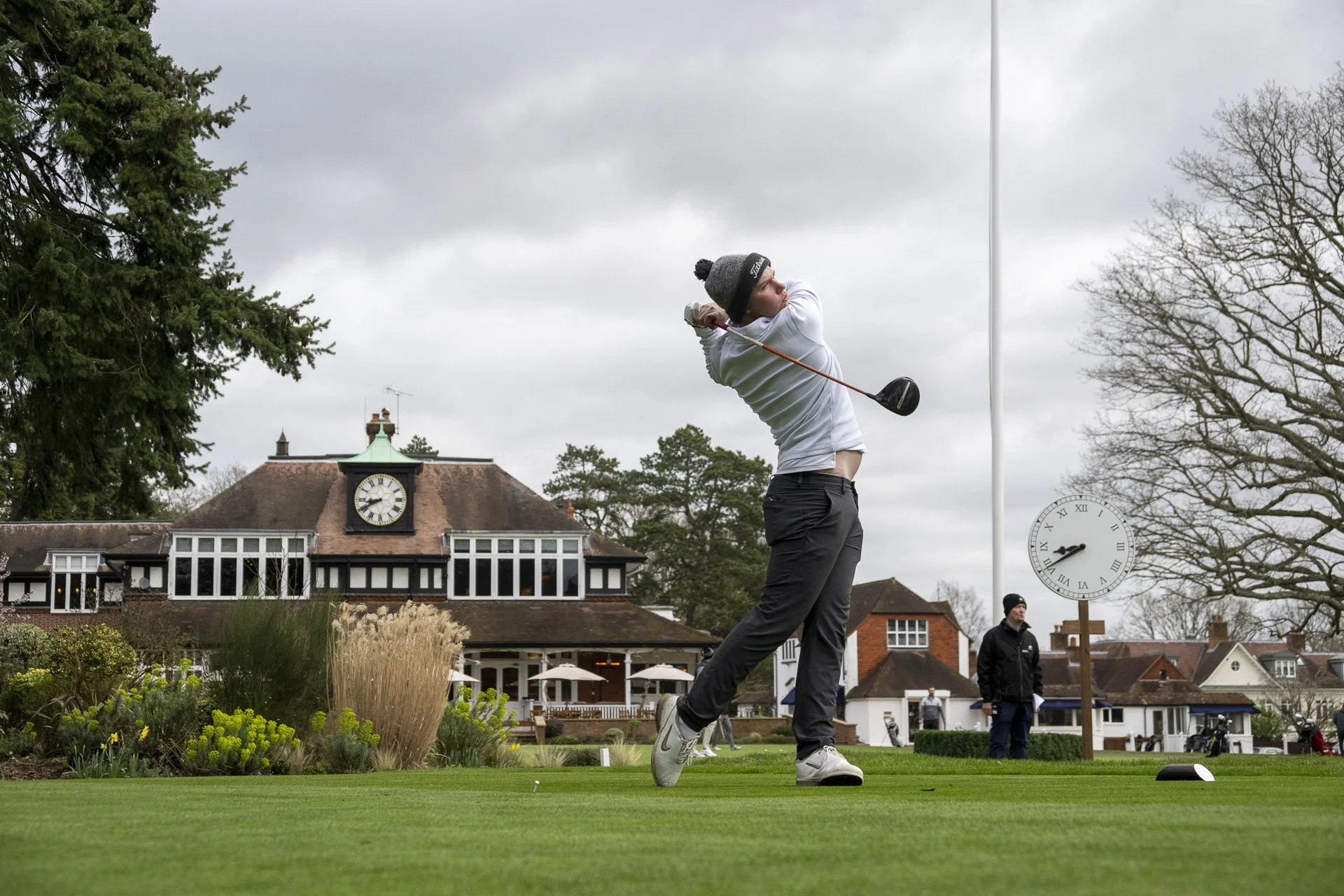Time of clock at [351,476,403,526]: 8:40
